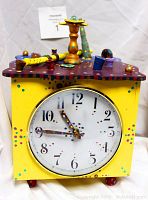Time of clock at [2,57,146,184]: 10:45
